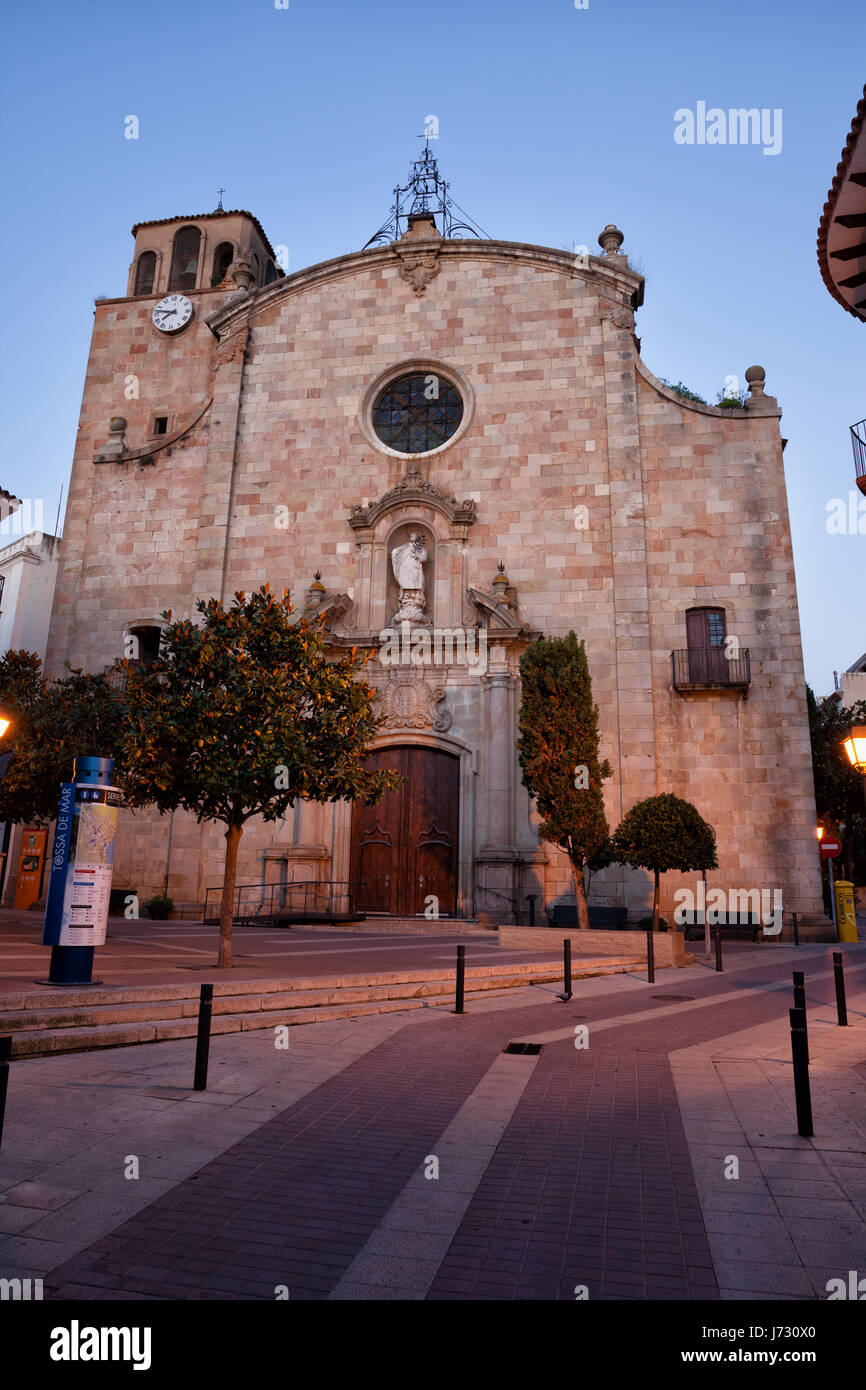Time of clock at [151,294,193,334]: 7:46
